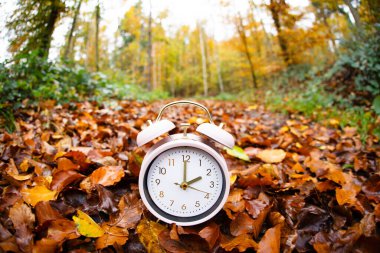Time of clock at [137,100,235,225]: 2:00
